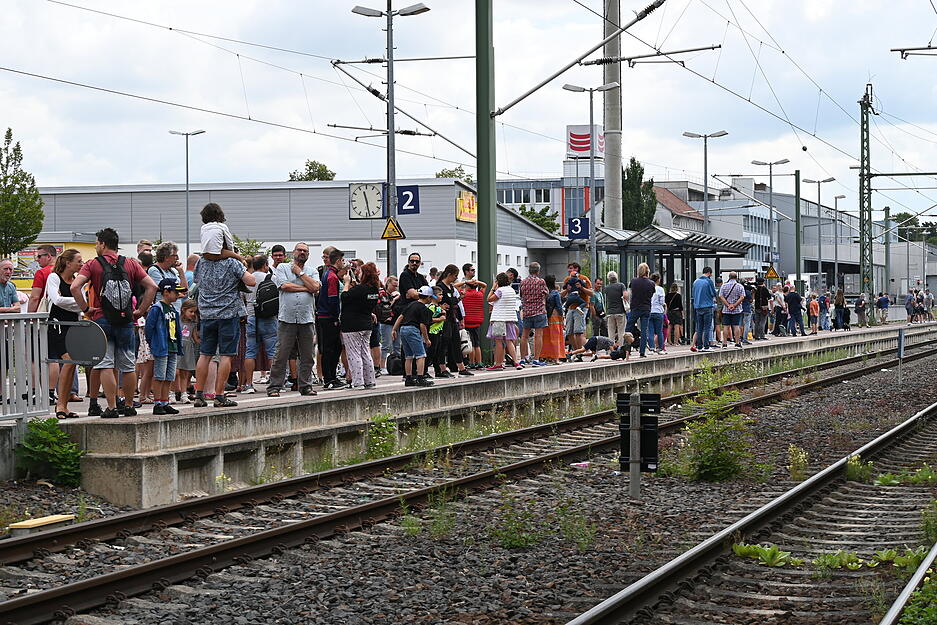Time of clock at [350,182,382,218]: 11:28
